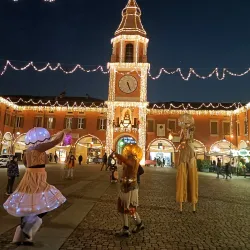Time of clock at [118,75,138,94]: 5:26
